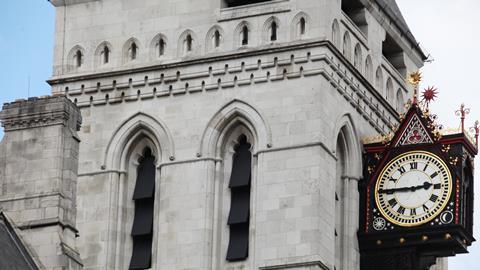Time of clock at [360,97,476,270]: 2:45
